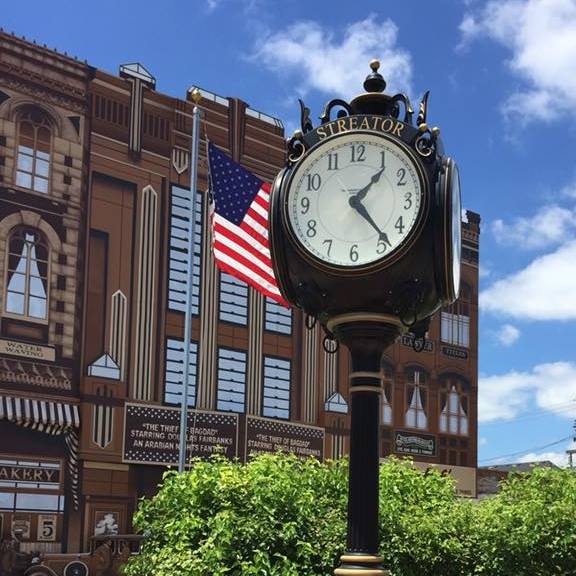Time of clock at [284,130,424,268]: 1:23
